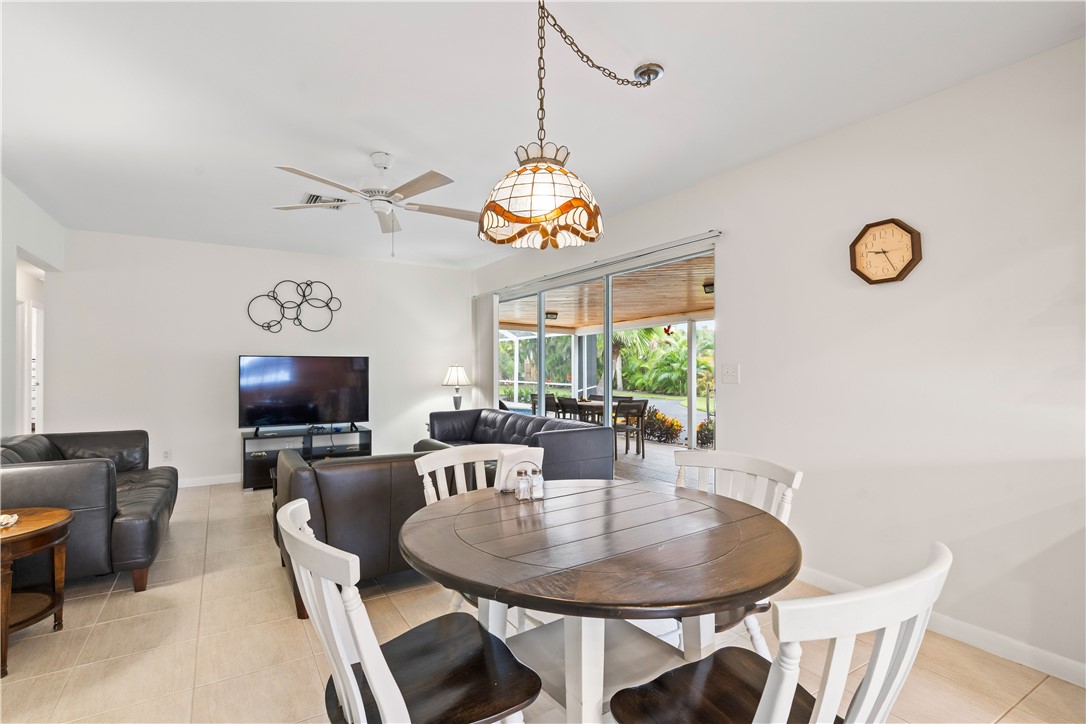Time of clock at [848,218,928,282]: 9:25
